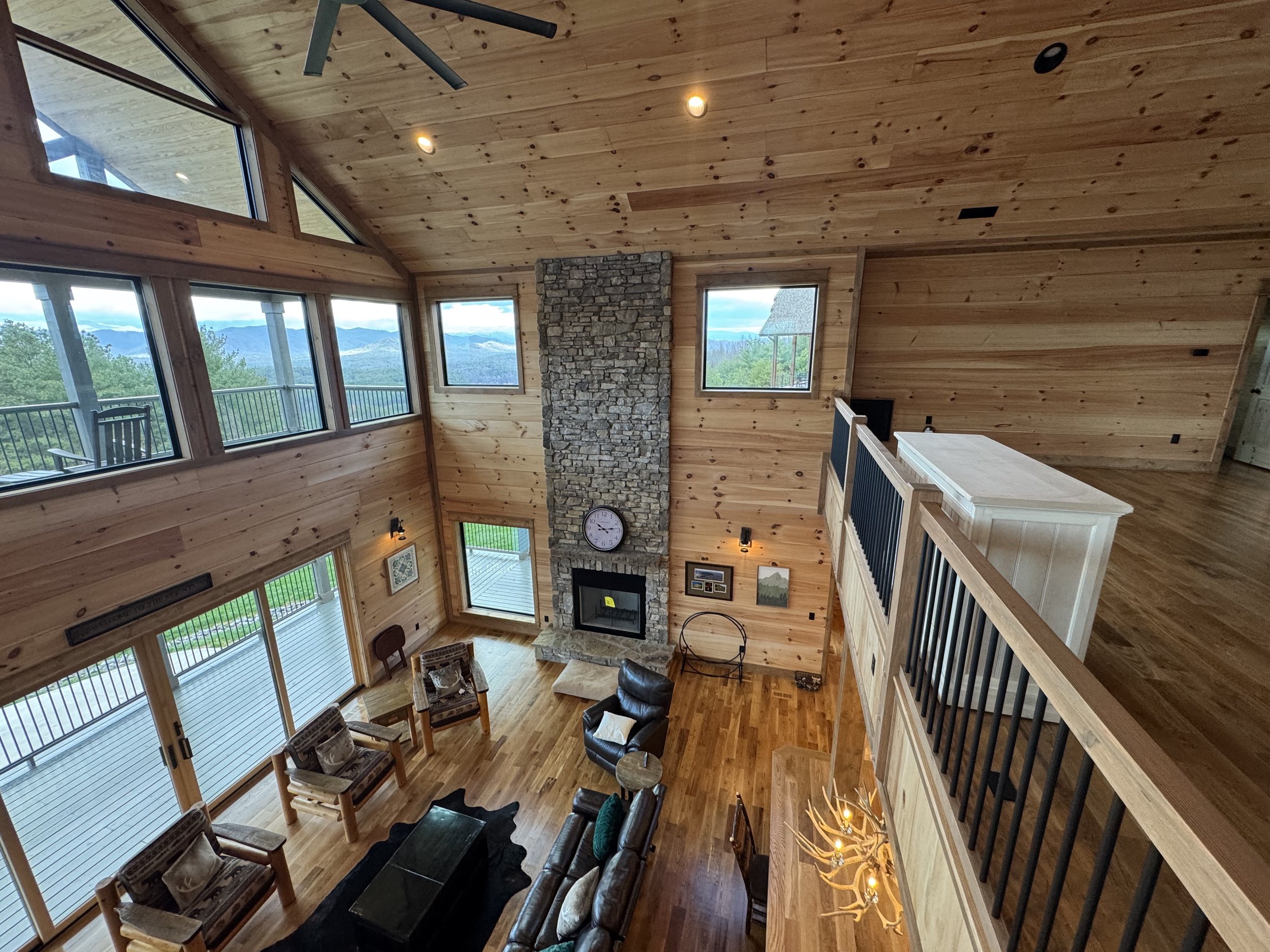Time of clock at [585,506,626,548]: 10:13
